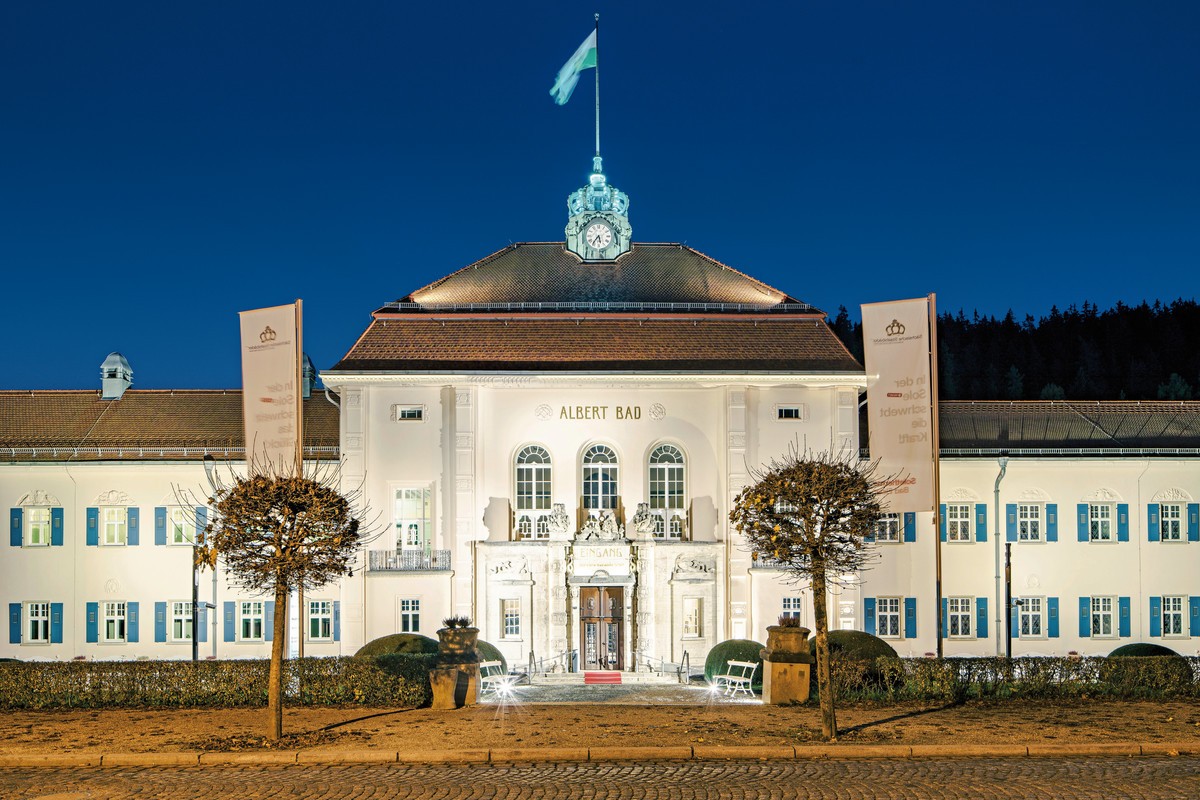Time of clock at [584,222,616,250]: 5:36
